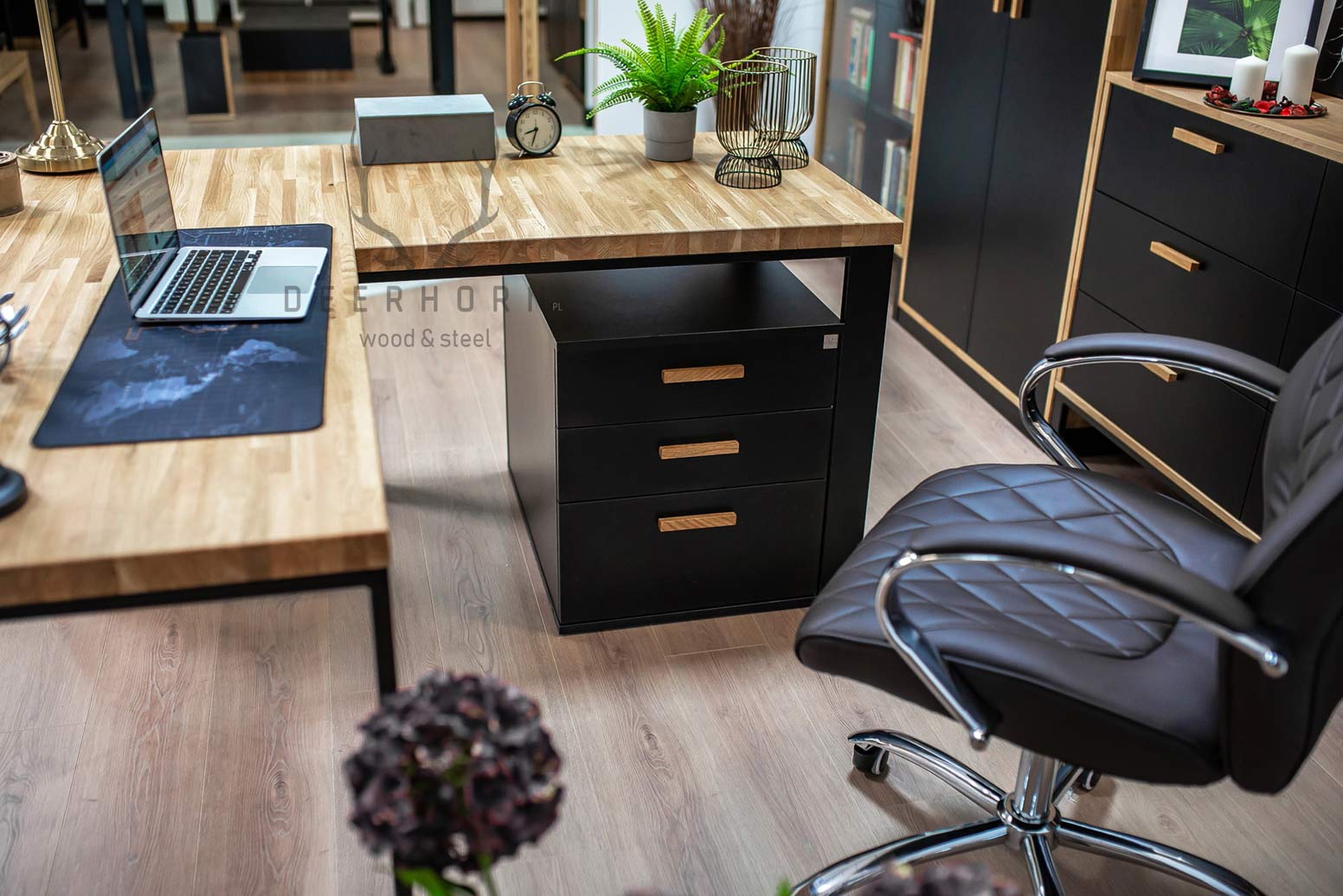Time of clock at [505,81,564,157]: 8:33
